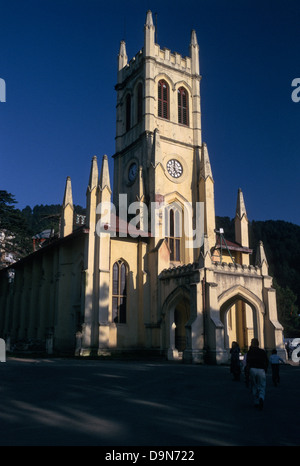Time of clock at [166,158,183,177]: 5:00
